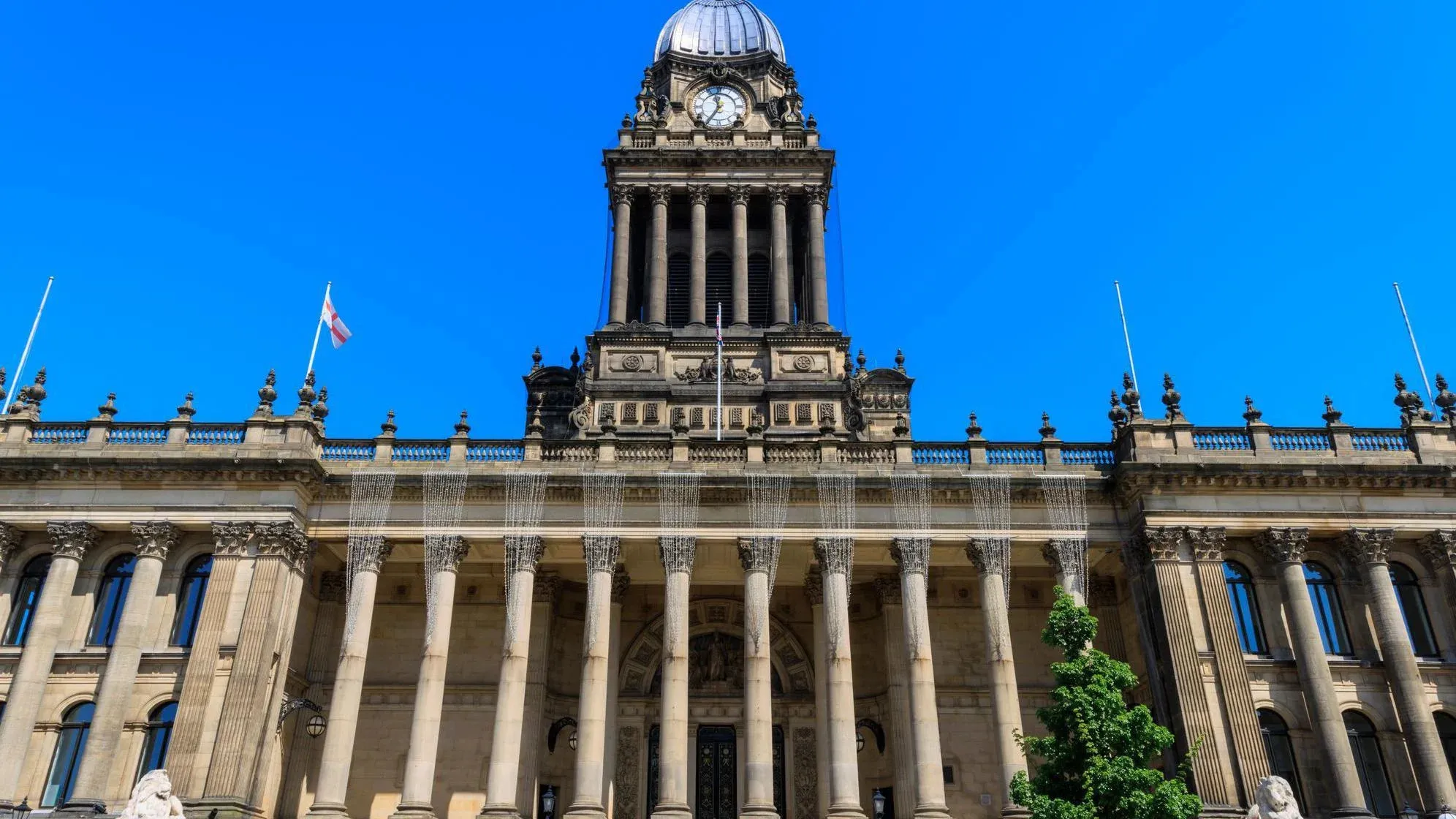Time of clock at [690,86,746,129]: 11:35
